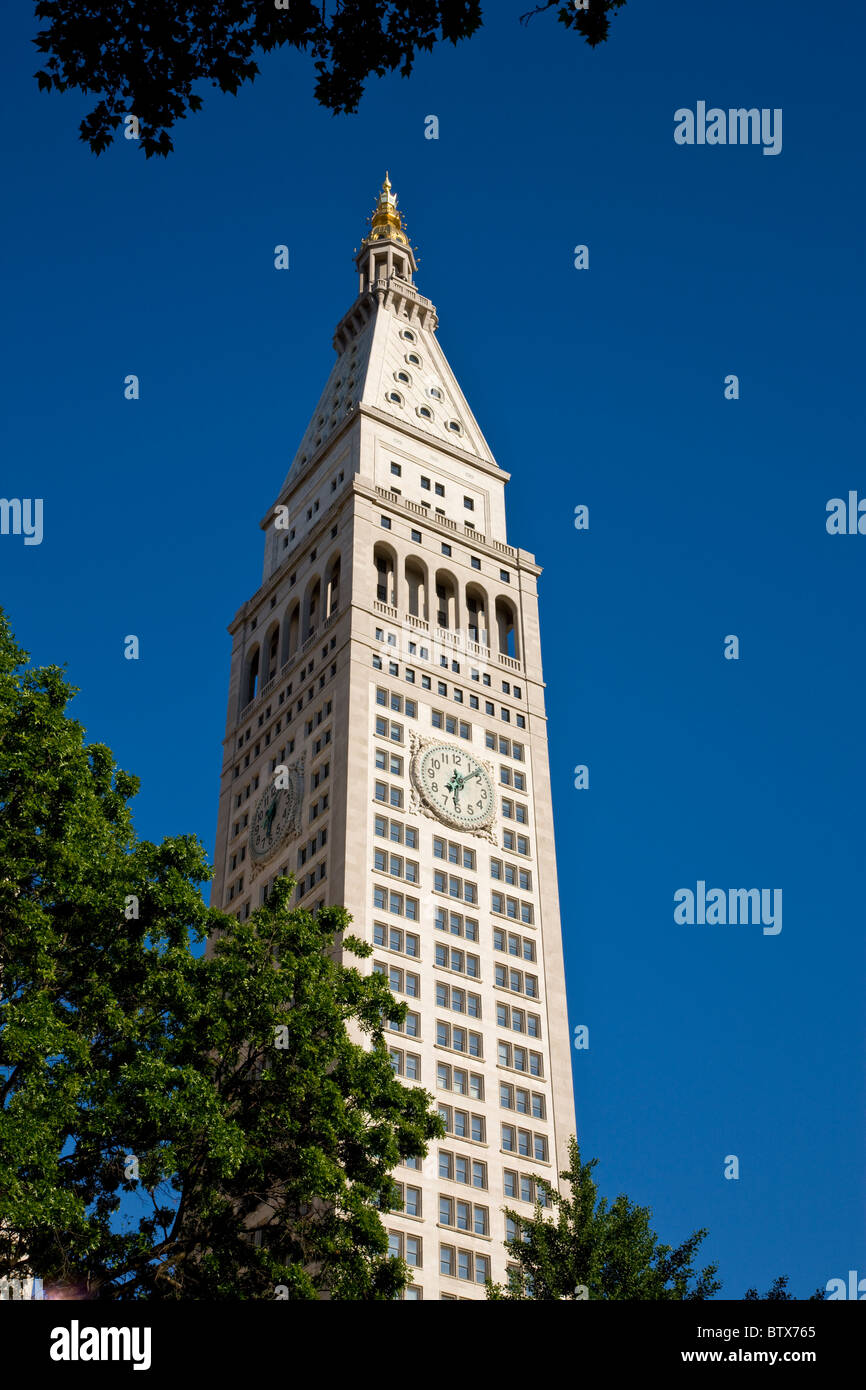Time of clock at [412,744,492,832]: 6:08
